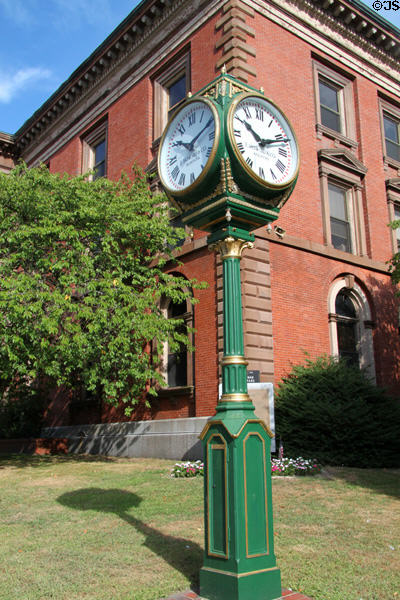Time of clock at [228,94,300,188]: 10:11
